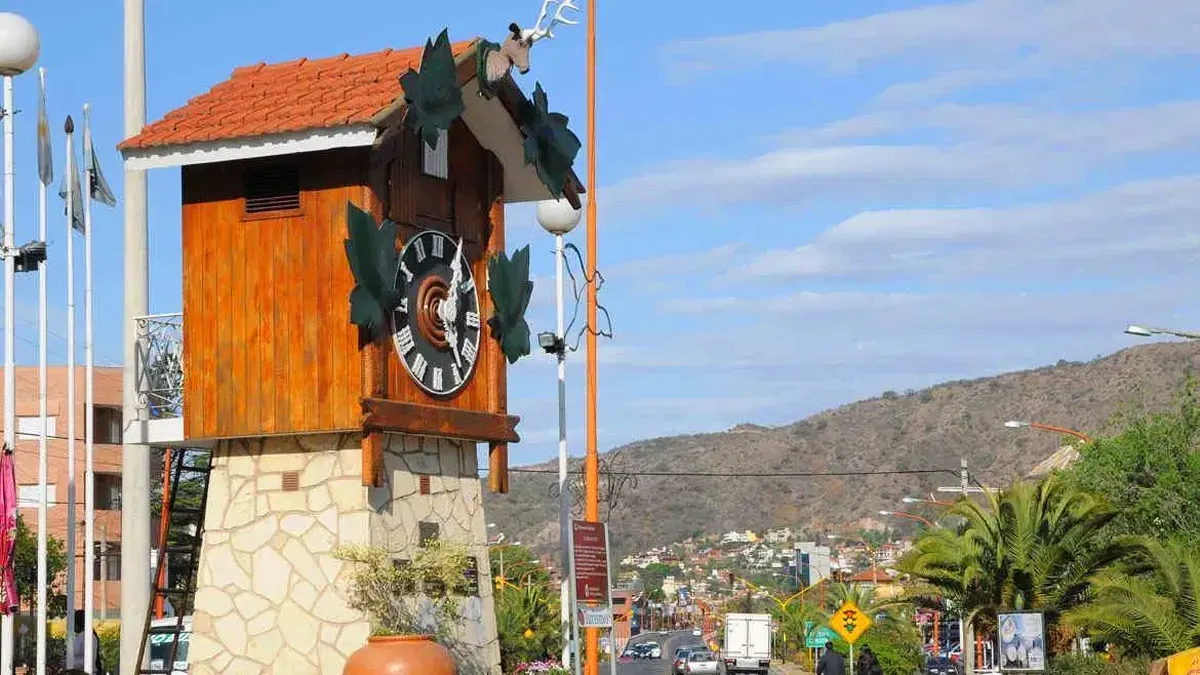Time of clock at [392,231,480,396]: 12:24
